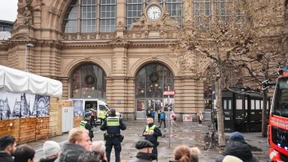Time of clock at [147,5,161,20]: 2:29
